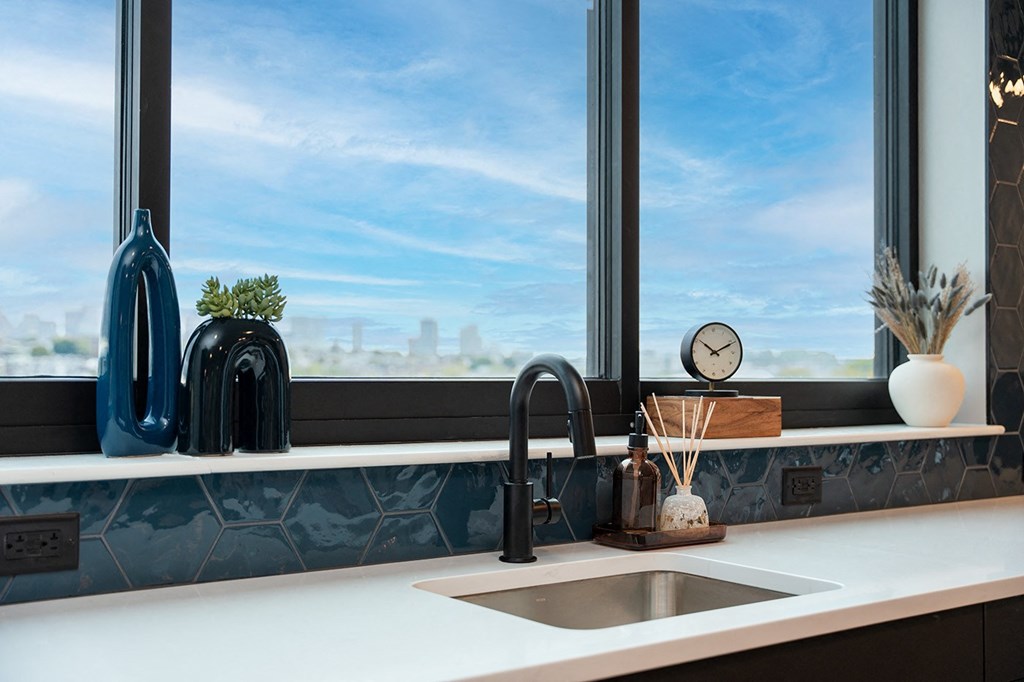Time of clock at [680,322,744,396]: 10:10
